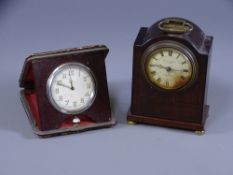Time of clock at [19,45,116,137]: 11:49
